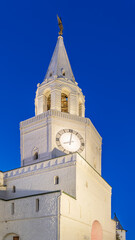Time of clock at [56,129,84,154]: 8:01
